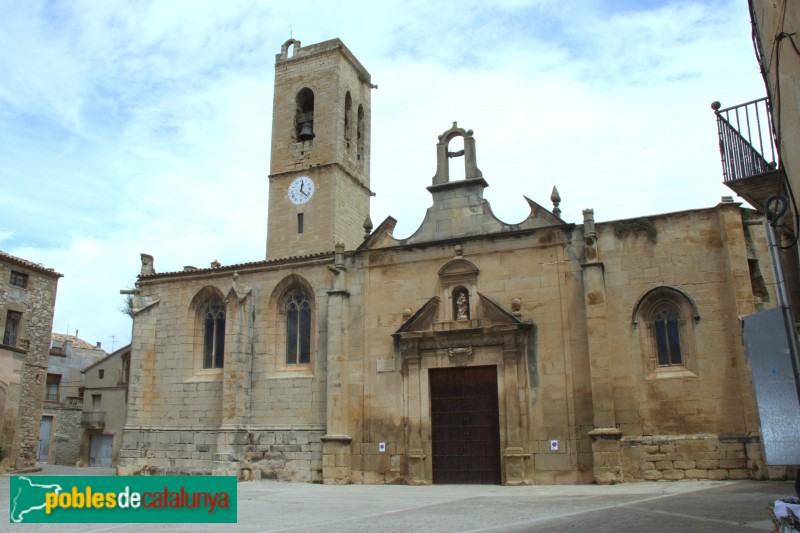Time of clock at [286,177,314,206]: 12:22
